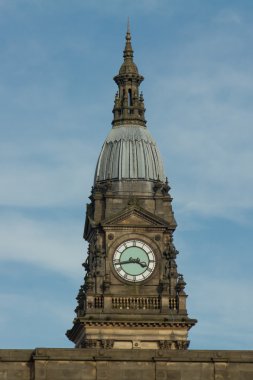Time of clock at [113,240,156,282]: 3:43
